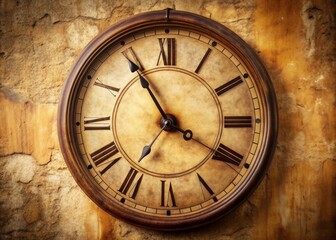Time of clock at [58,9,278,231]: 3:54
